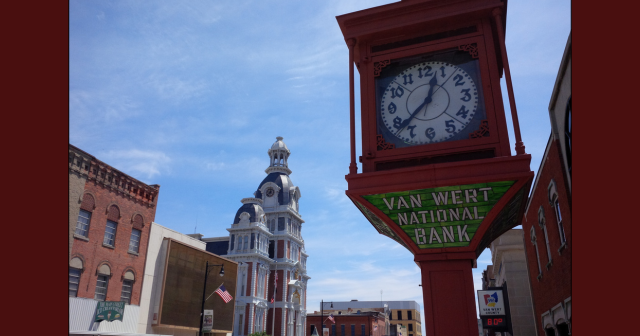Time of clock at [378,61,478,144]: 12:37
